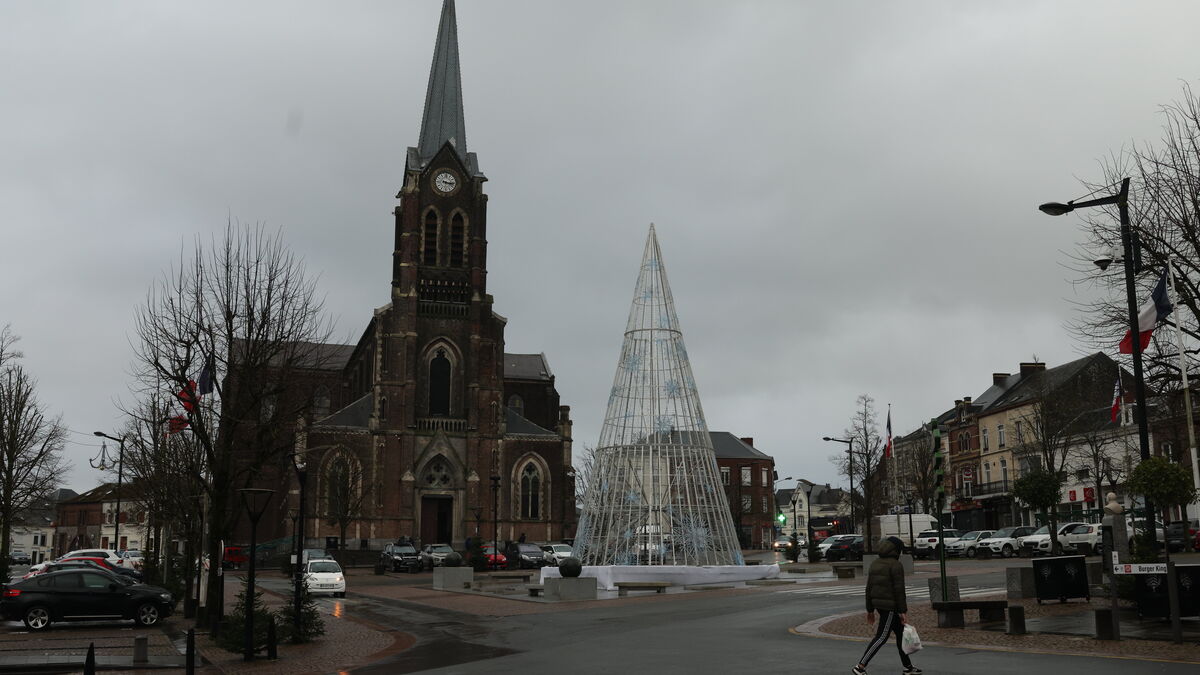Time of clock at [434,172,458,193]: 3:16
